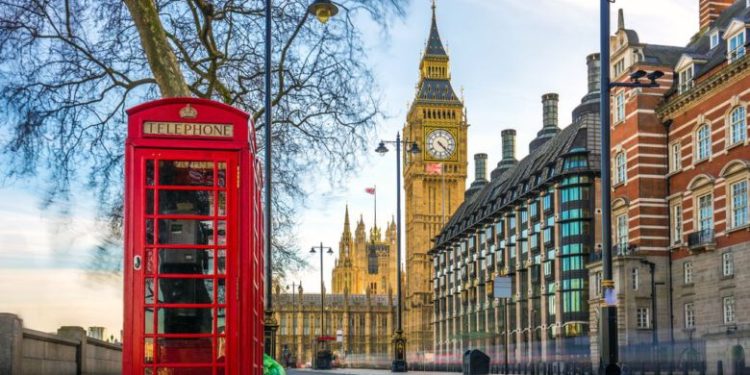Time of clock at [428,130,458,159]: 4:22
